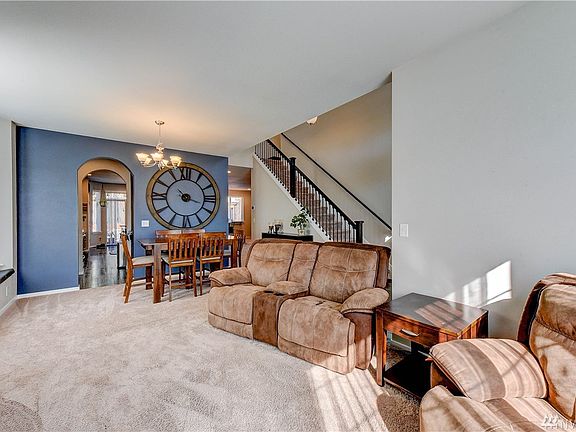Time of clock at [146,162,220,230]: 3:52
